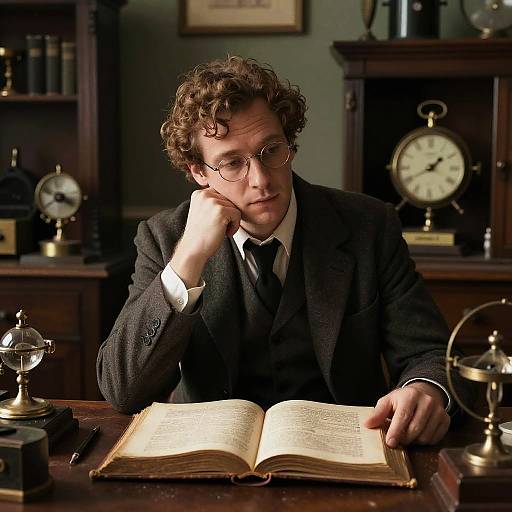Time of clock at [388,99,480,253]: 1:40
